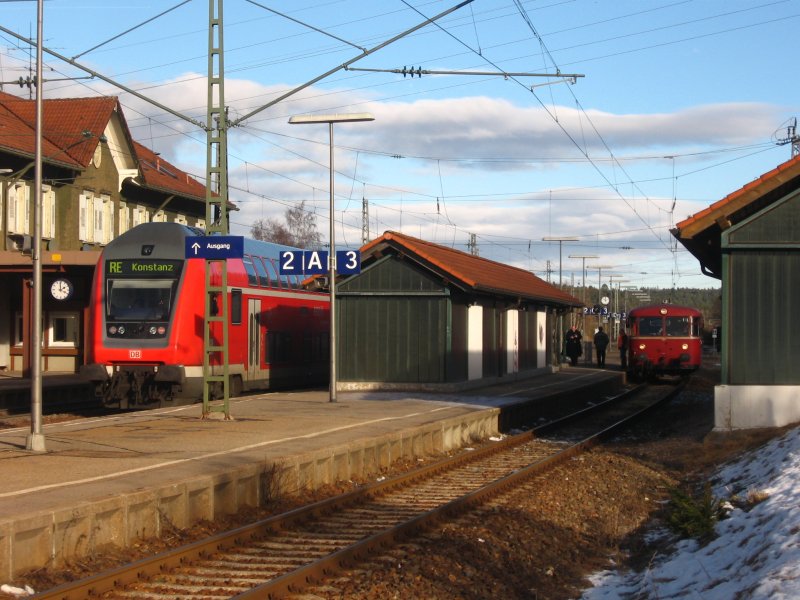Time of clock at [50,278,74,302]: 1:59
